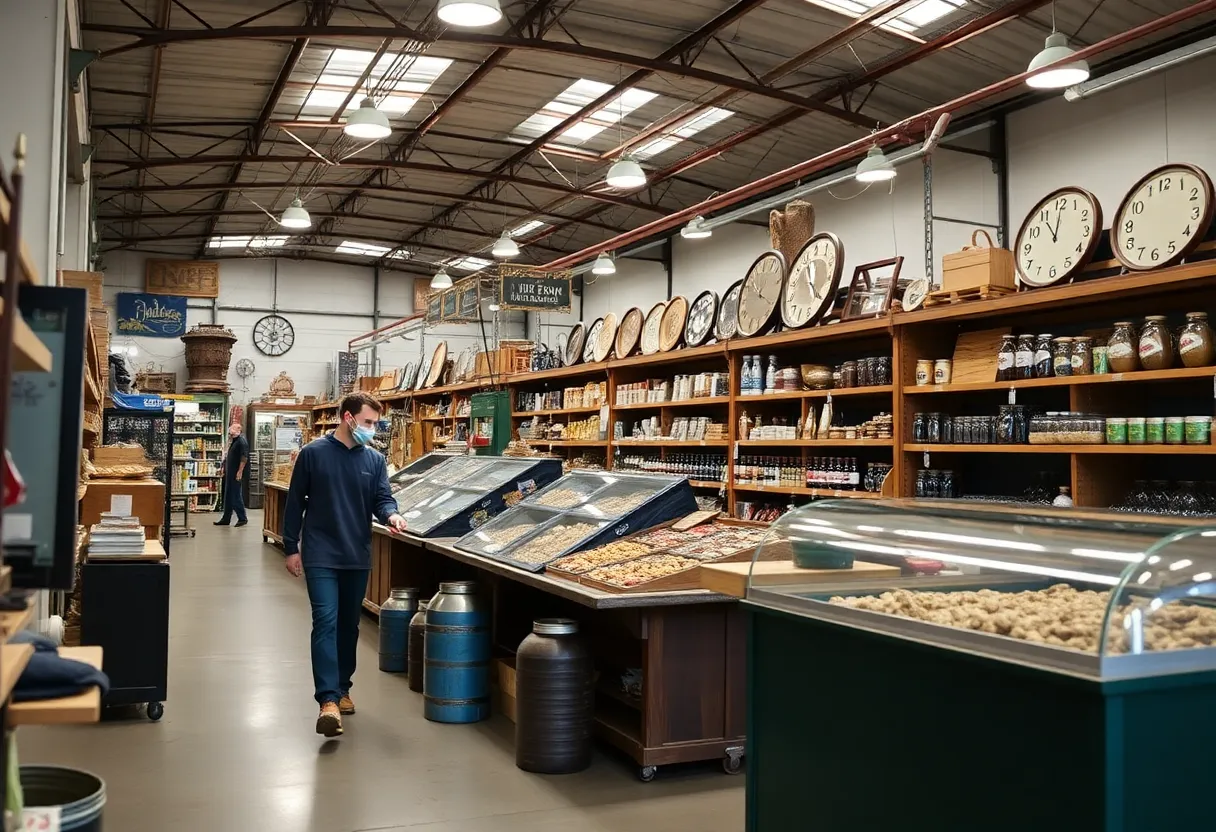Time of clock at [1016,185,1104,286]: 11:00
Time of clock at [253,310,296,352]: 5:58
